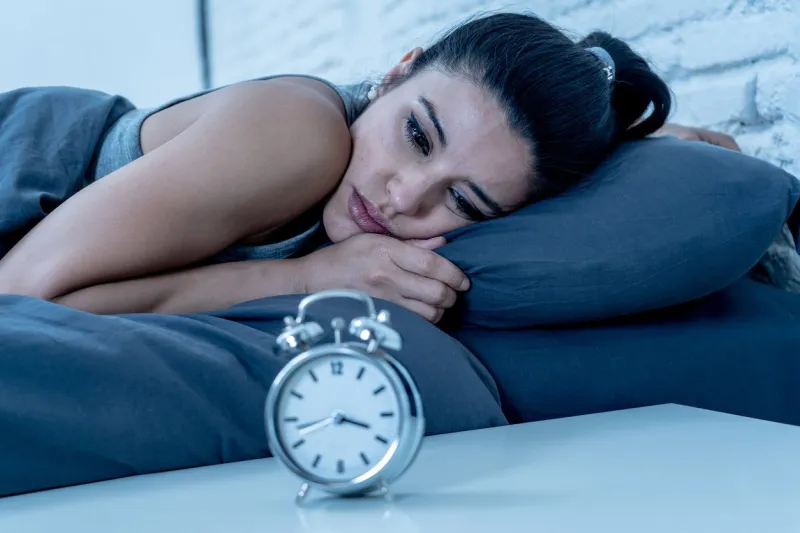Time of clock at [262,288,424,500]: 3:42
